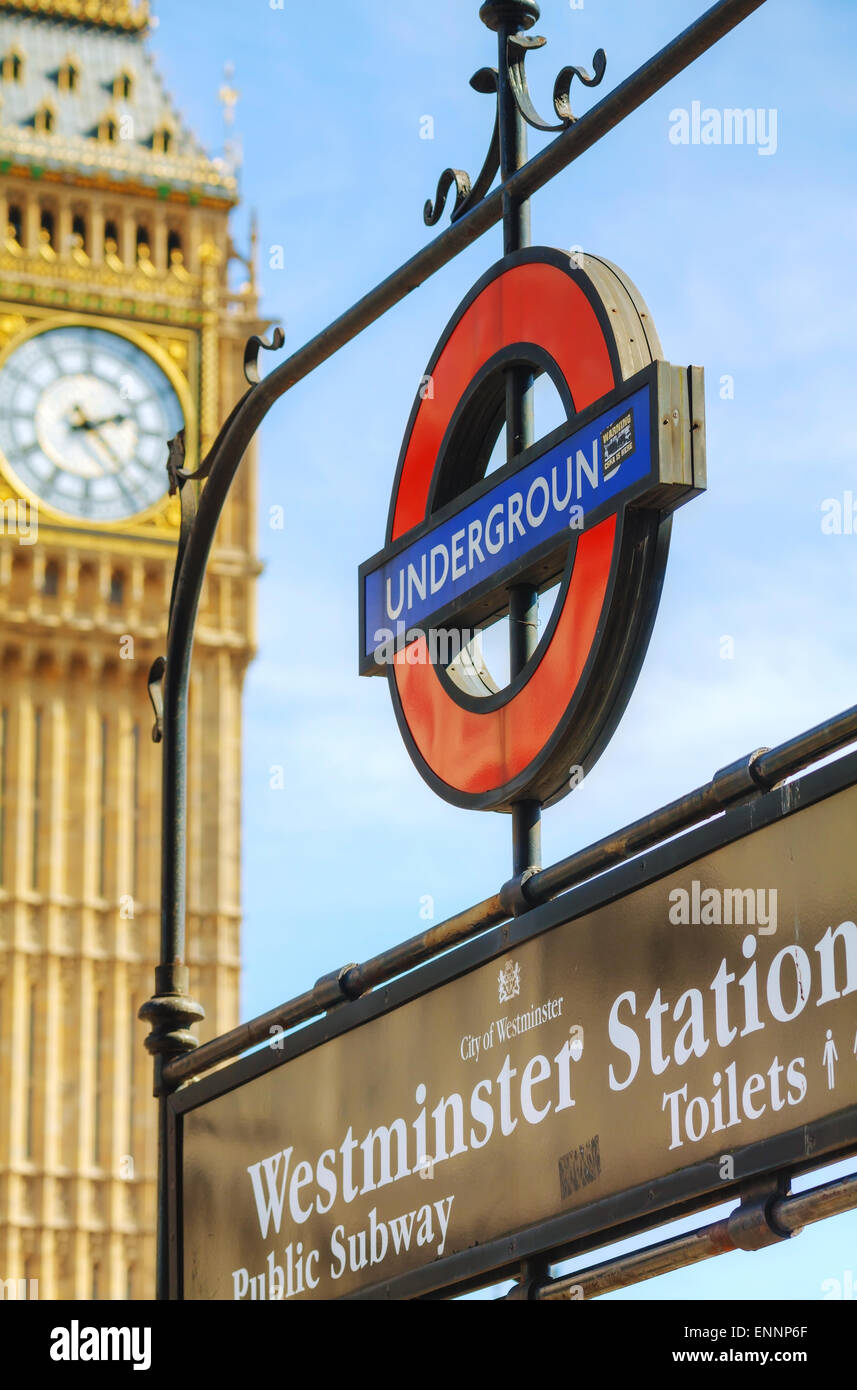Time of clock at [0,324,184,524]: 2:23
